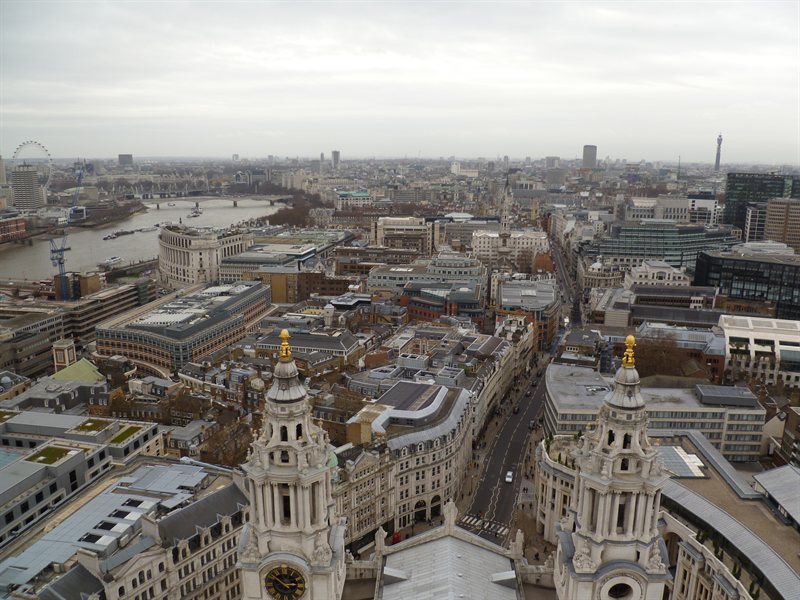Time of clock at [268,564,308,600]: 2:50
